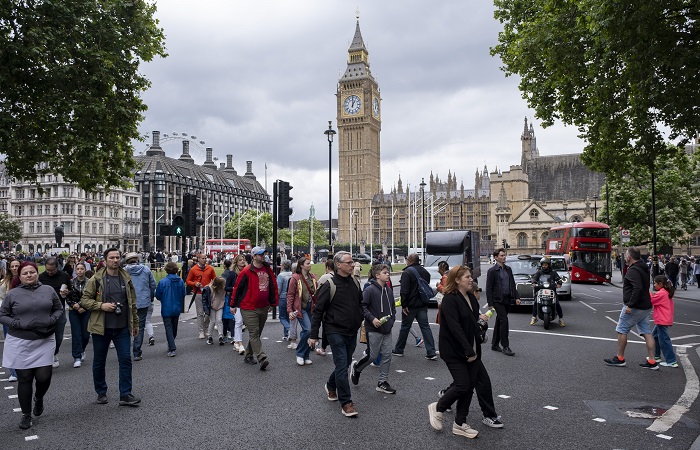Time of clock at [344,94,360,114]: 1:00
